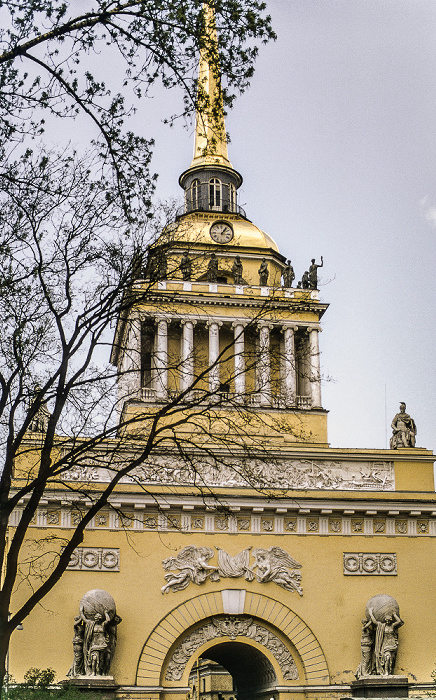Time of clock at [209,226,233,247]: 1:16
